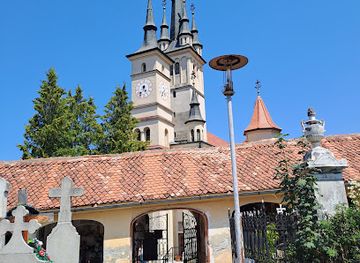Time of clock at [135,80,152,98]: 6:25
